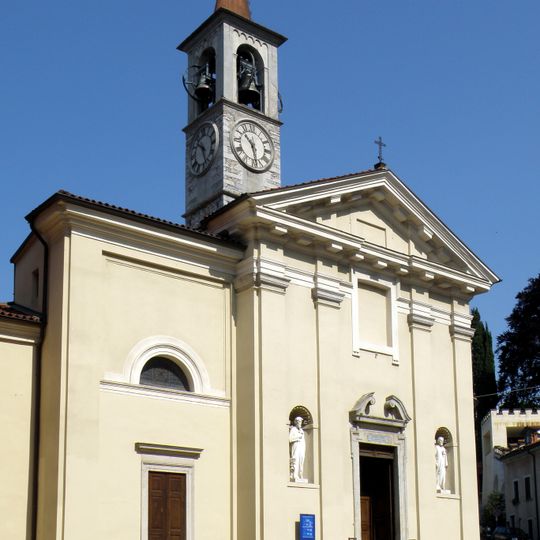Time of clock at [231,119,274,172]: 10:28
